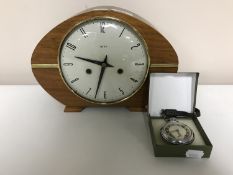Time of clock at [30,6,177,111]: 9:32
